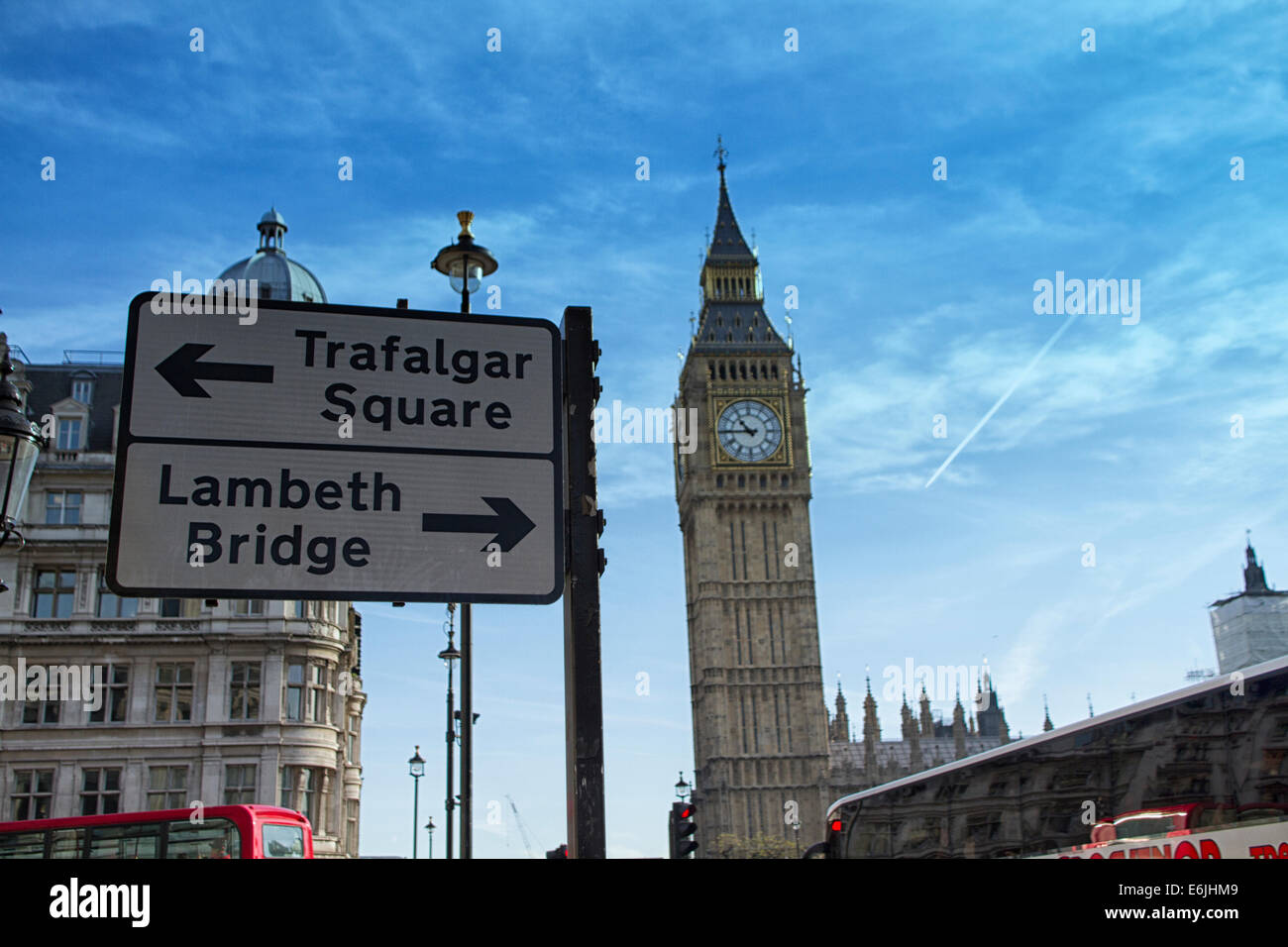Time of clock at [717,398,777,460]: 10:45
